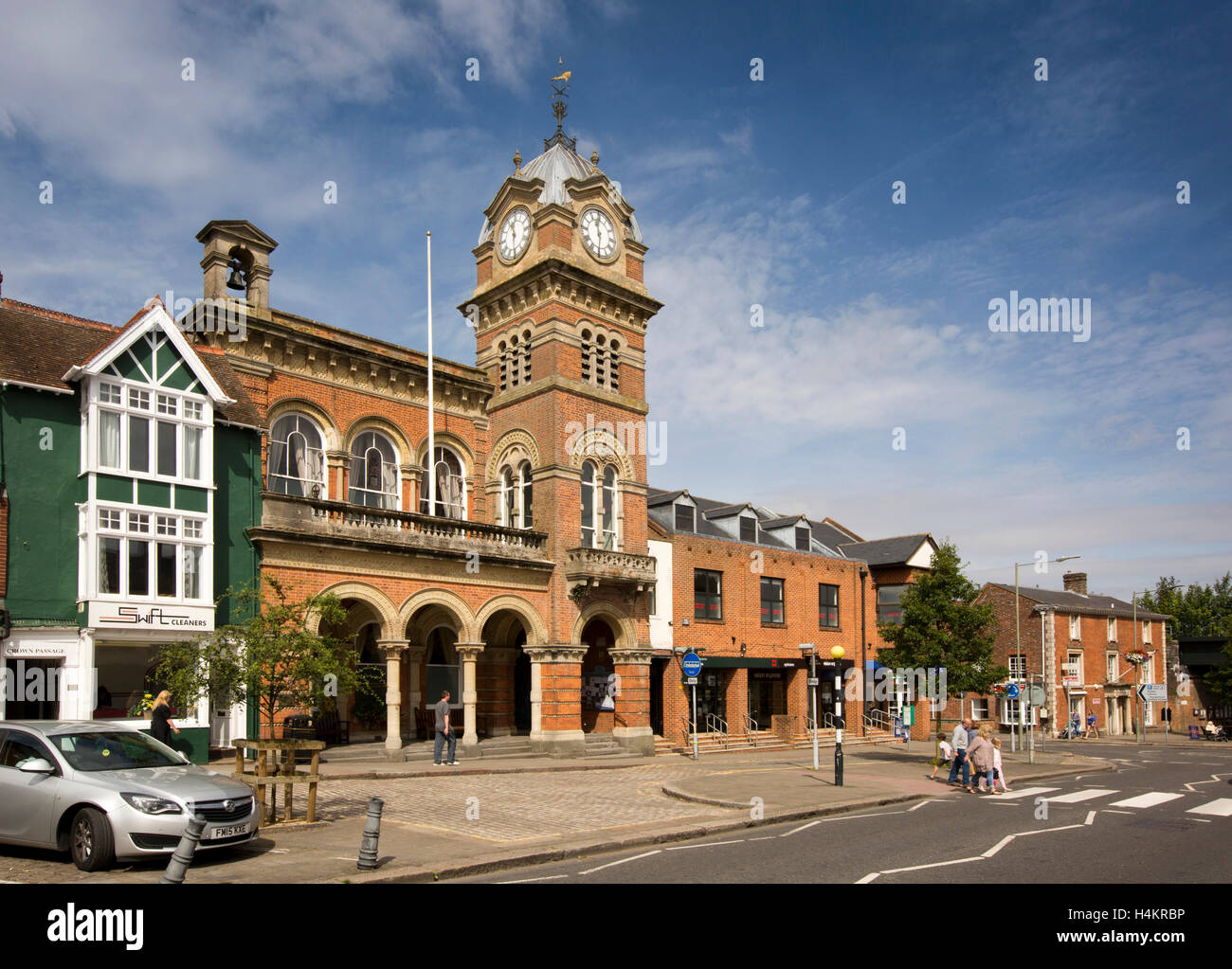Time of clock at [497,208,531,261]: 11:29
